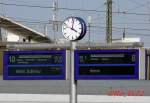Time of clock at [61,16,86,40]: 4:02
